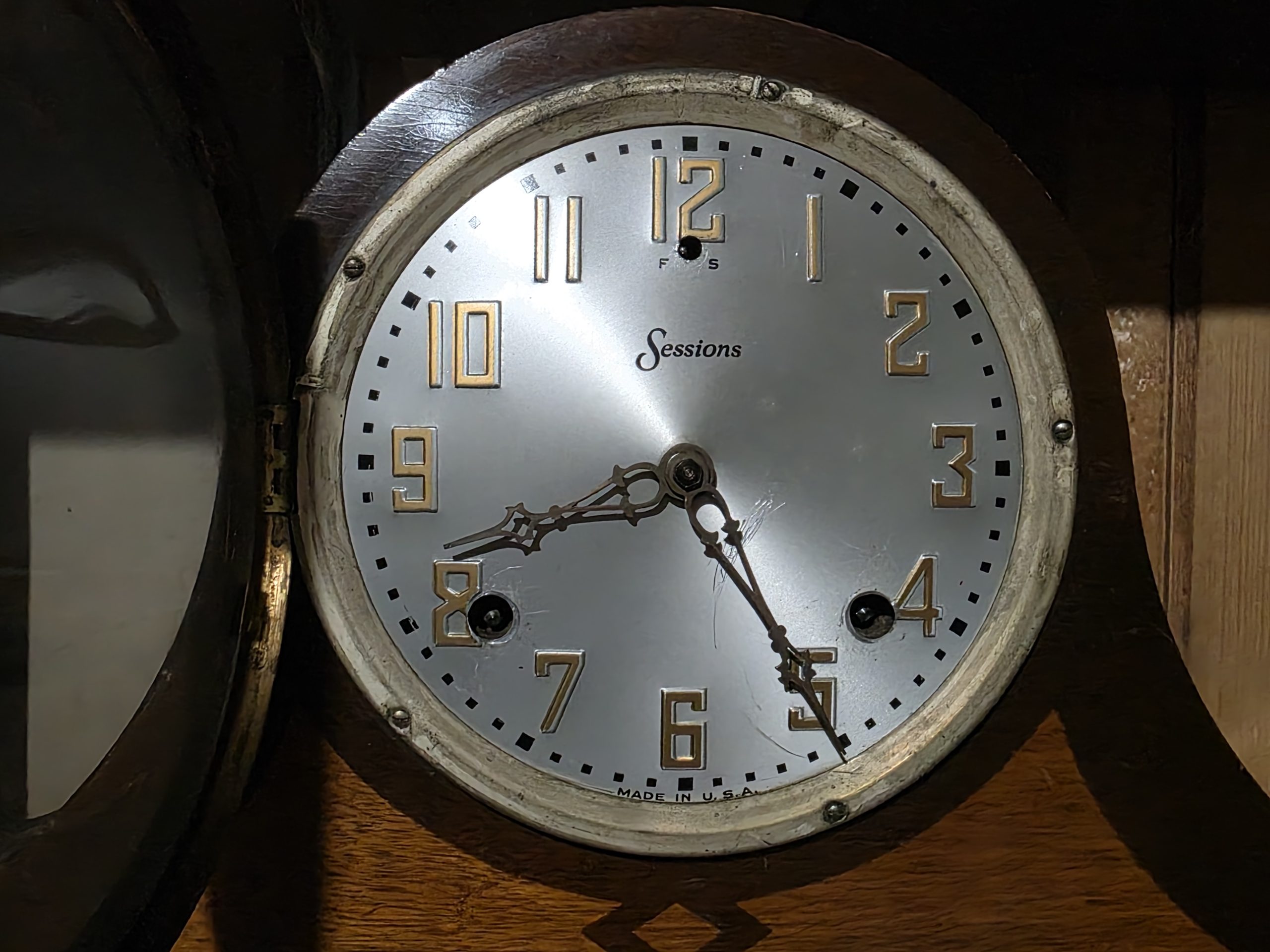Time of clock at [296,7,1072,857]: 8:24
